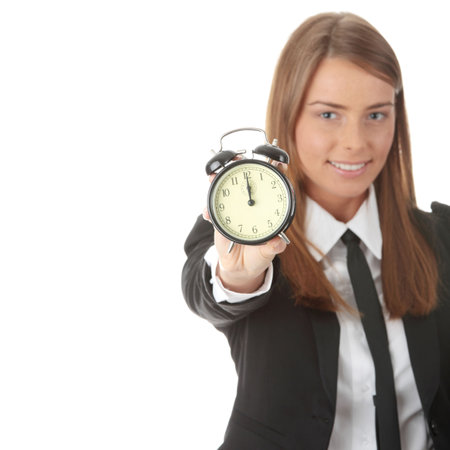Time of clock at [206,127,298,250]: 12:00
